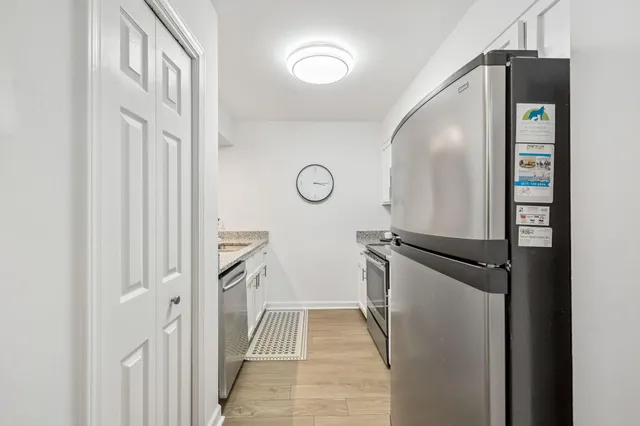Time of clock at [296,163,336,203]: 3:14
